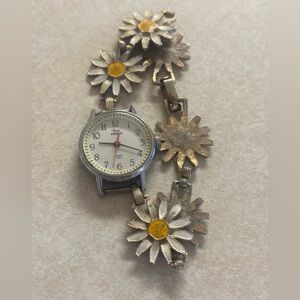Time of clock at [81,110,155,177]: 9:18
